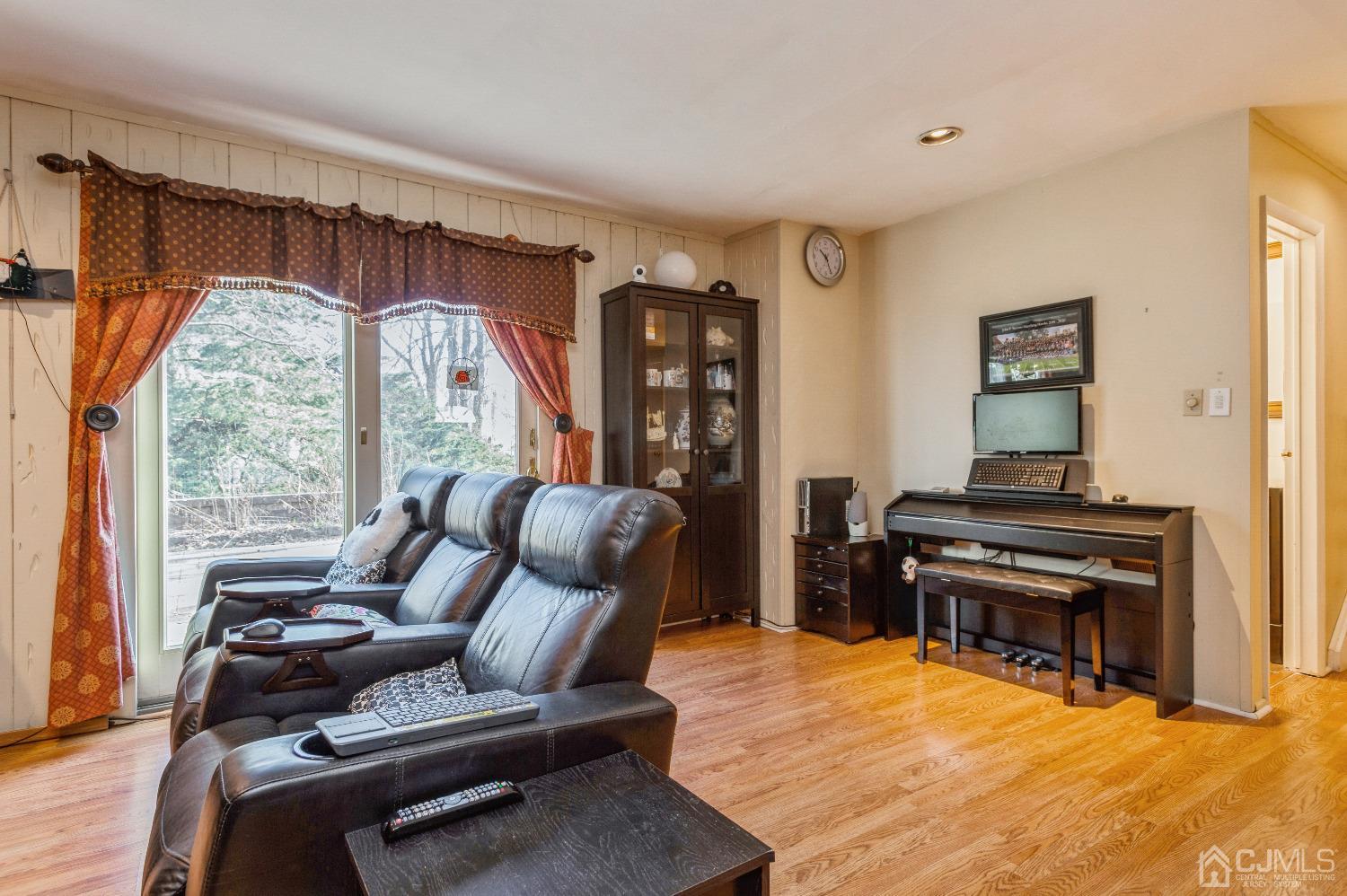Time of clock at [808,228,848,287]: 10:25
